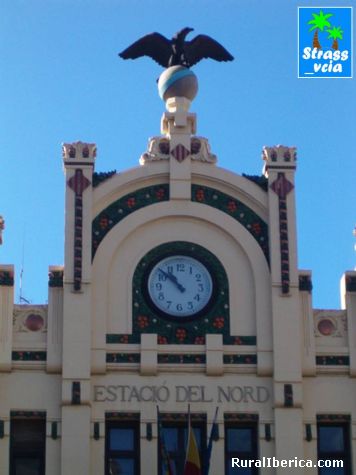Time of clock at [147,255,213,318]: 10:51
